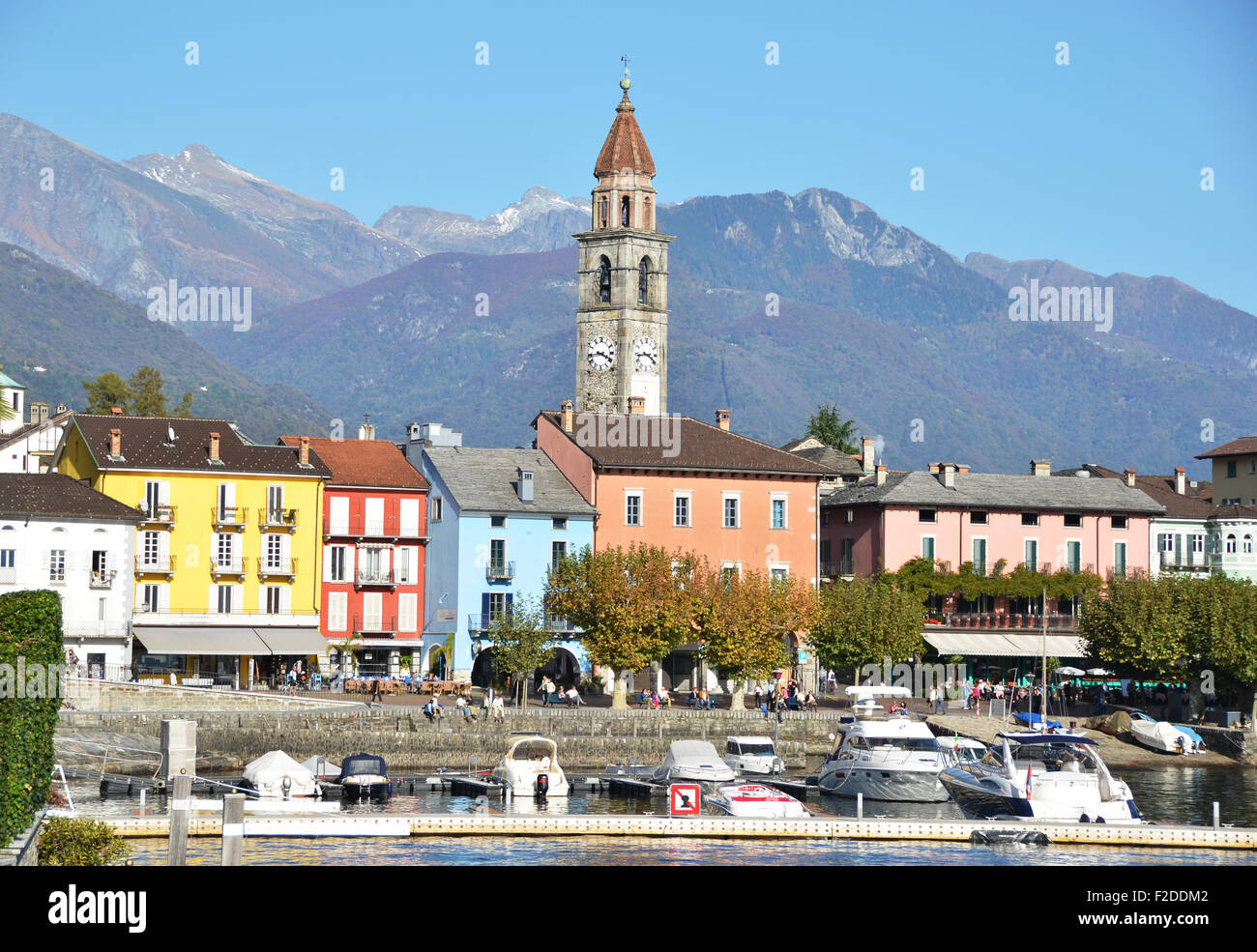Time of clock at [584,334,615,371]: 3:43
